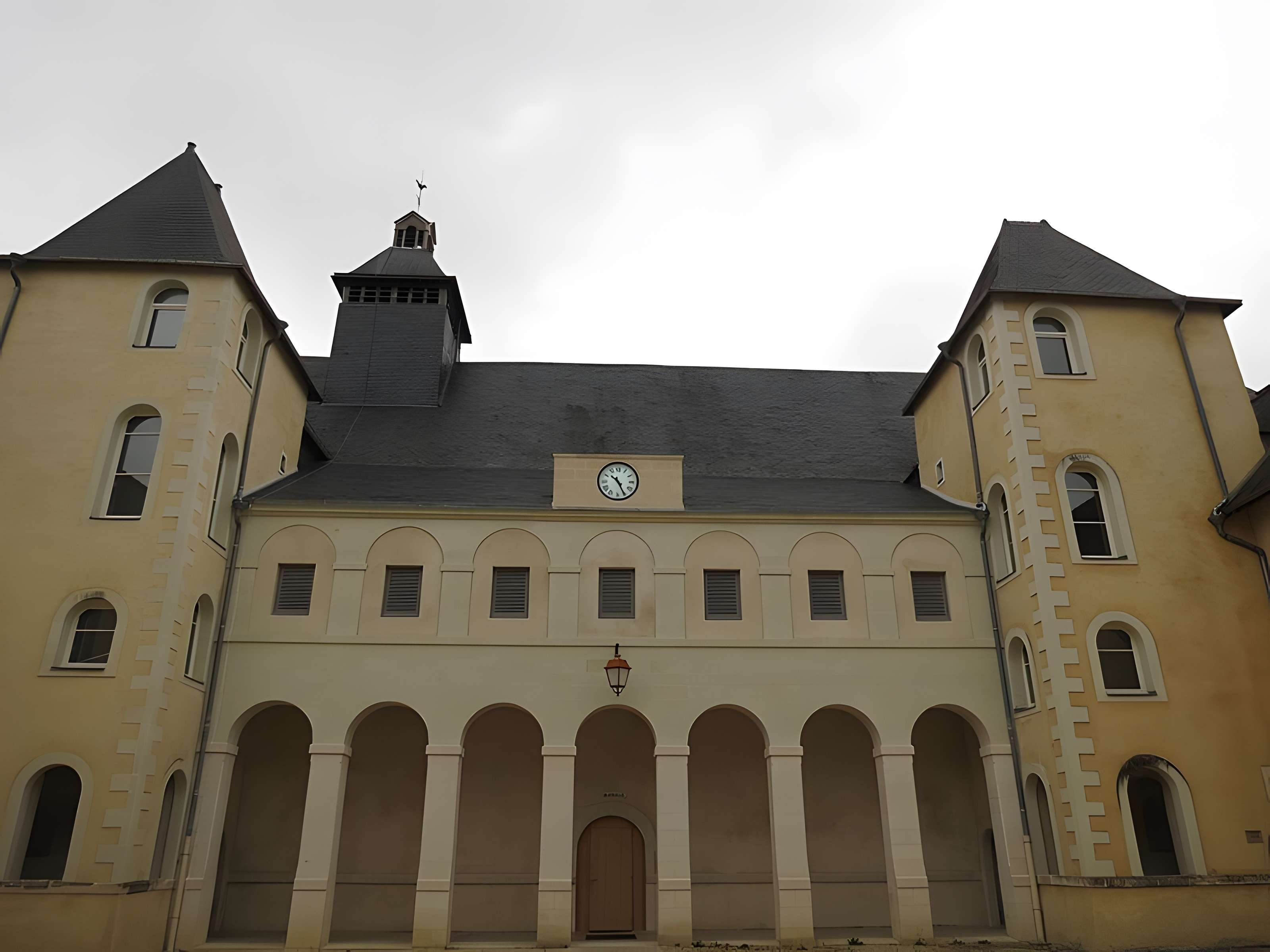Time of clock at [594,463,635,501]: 10:25
